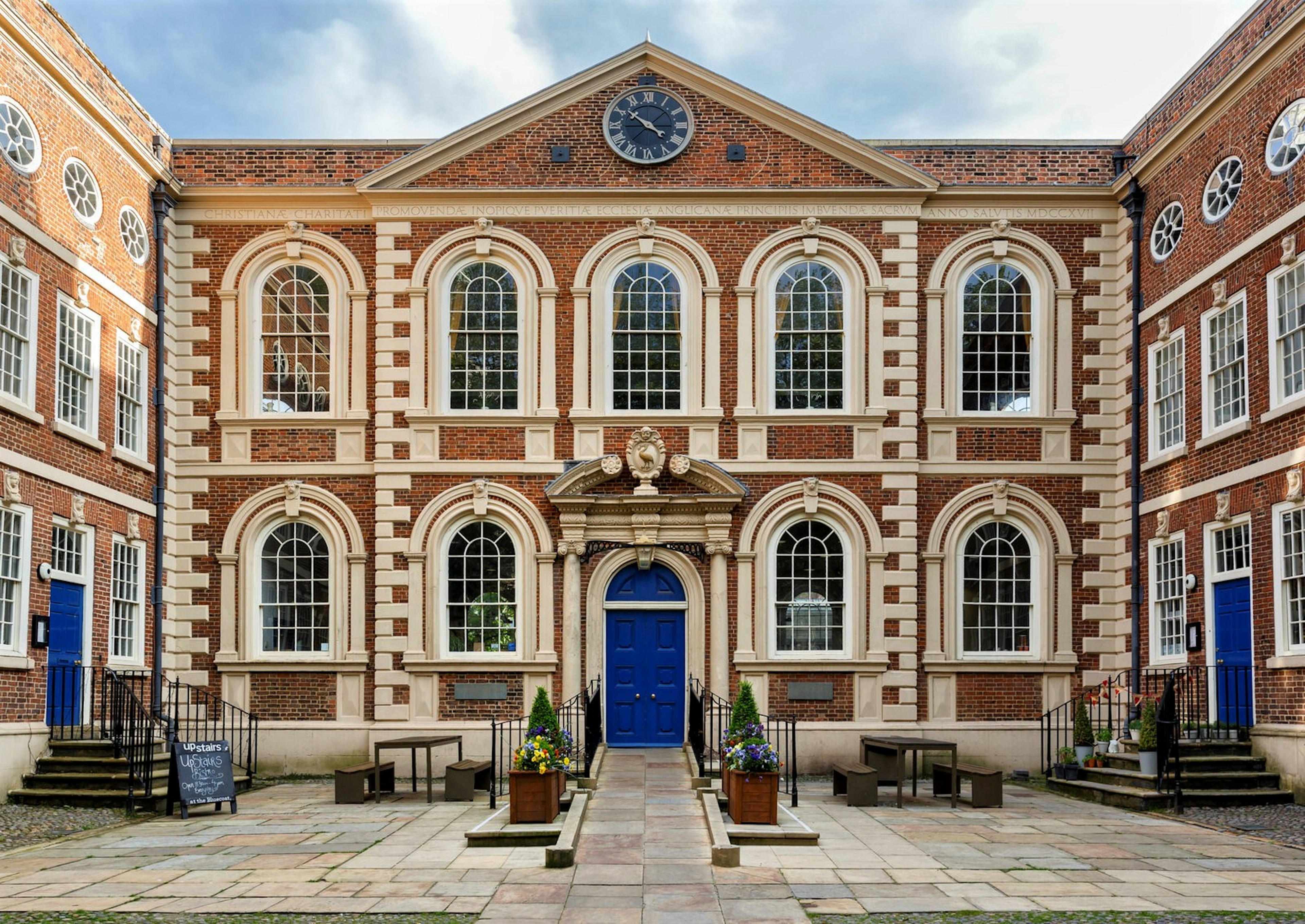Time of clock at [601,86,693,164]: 3:51
